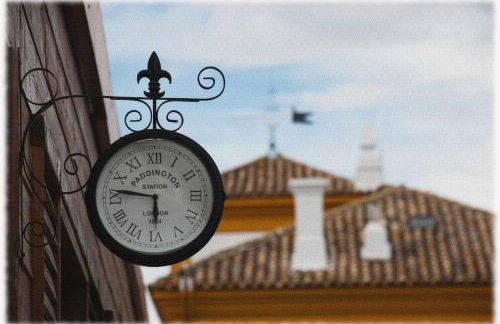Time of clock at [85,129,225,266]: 5:46
